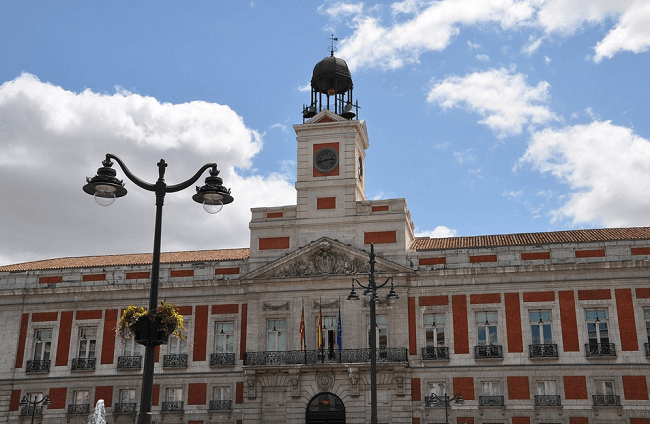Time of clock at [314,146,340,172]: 2:42
